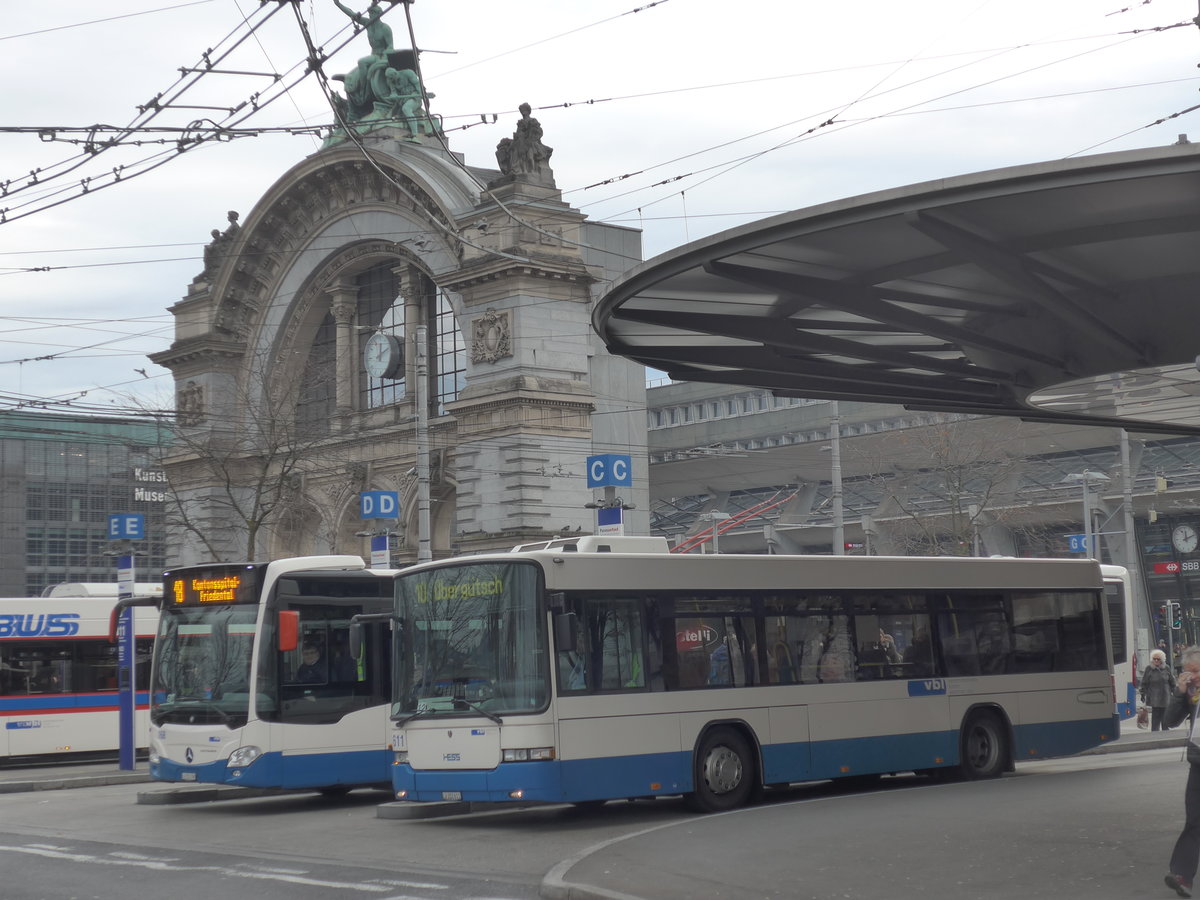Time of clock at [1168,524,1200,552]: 12:11
